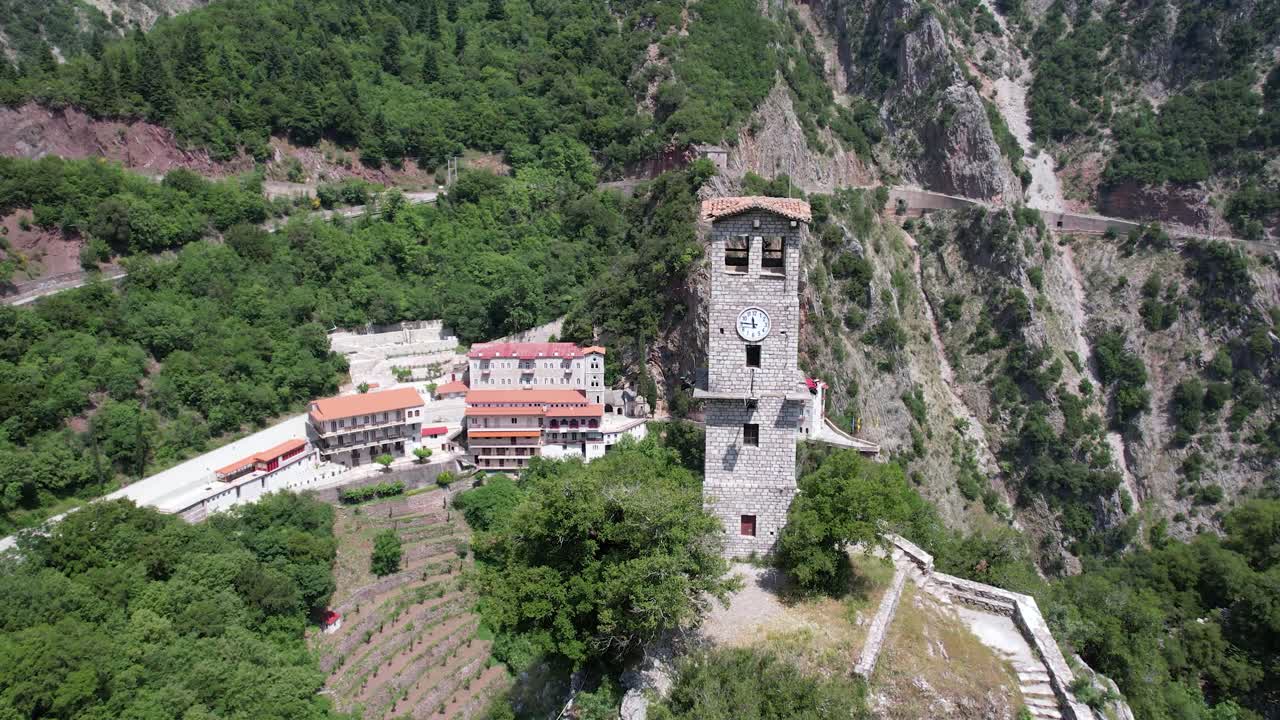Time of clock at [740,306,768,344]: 11:45
